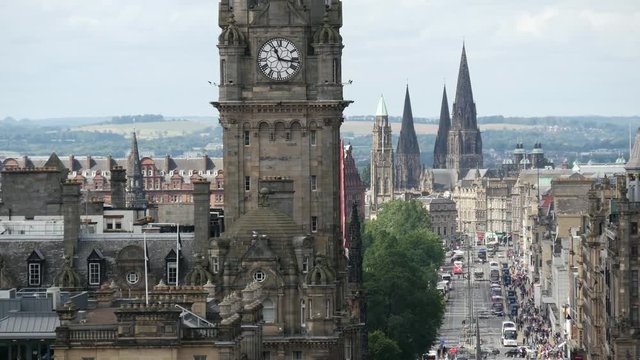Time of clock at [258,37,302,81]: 11:16
